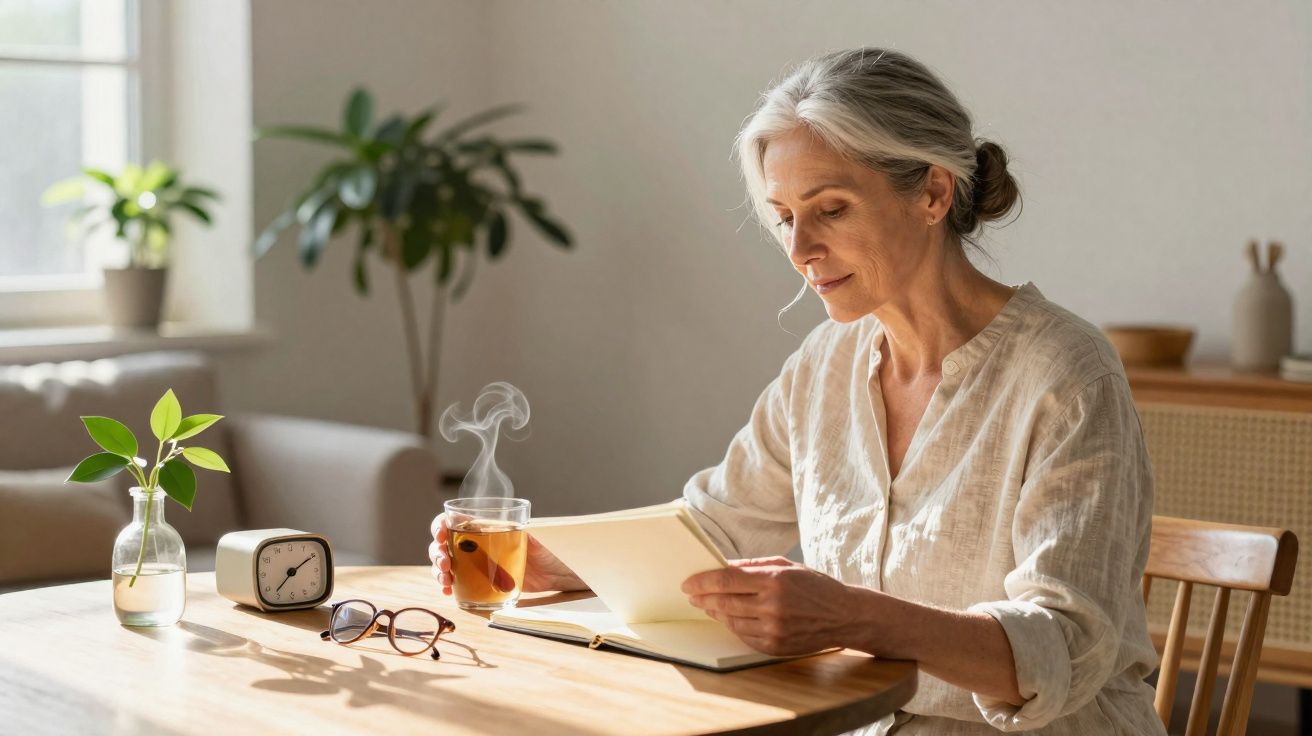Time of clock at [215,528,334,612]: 7:09
